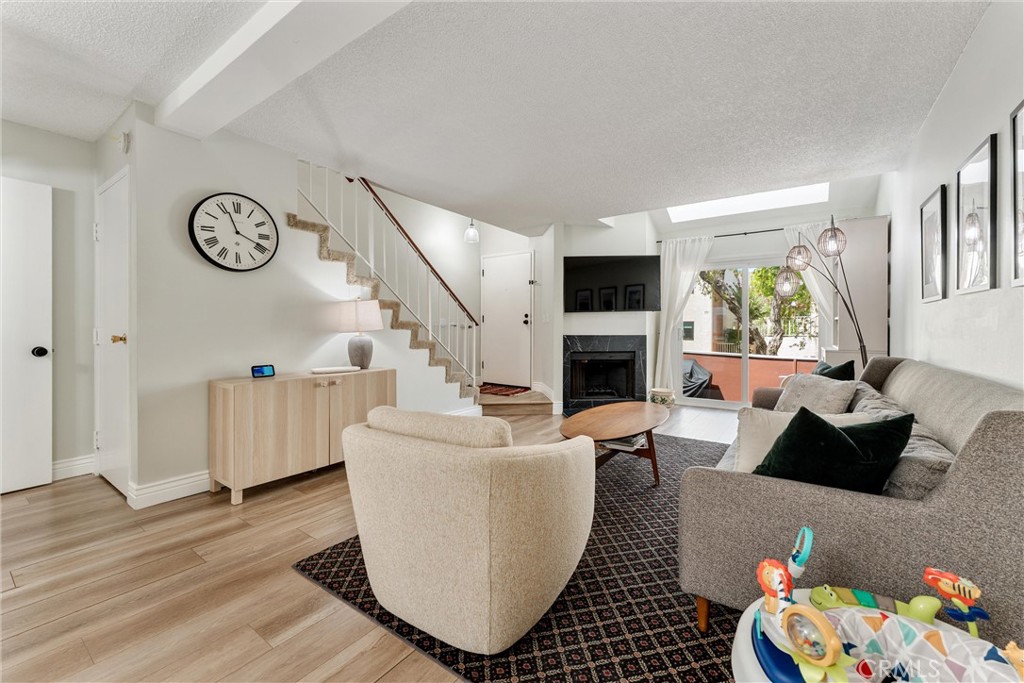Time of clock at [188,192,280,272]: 11:18
